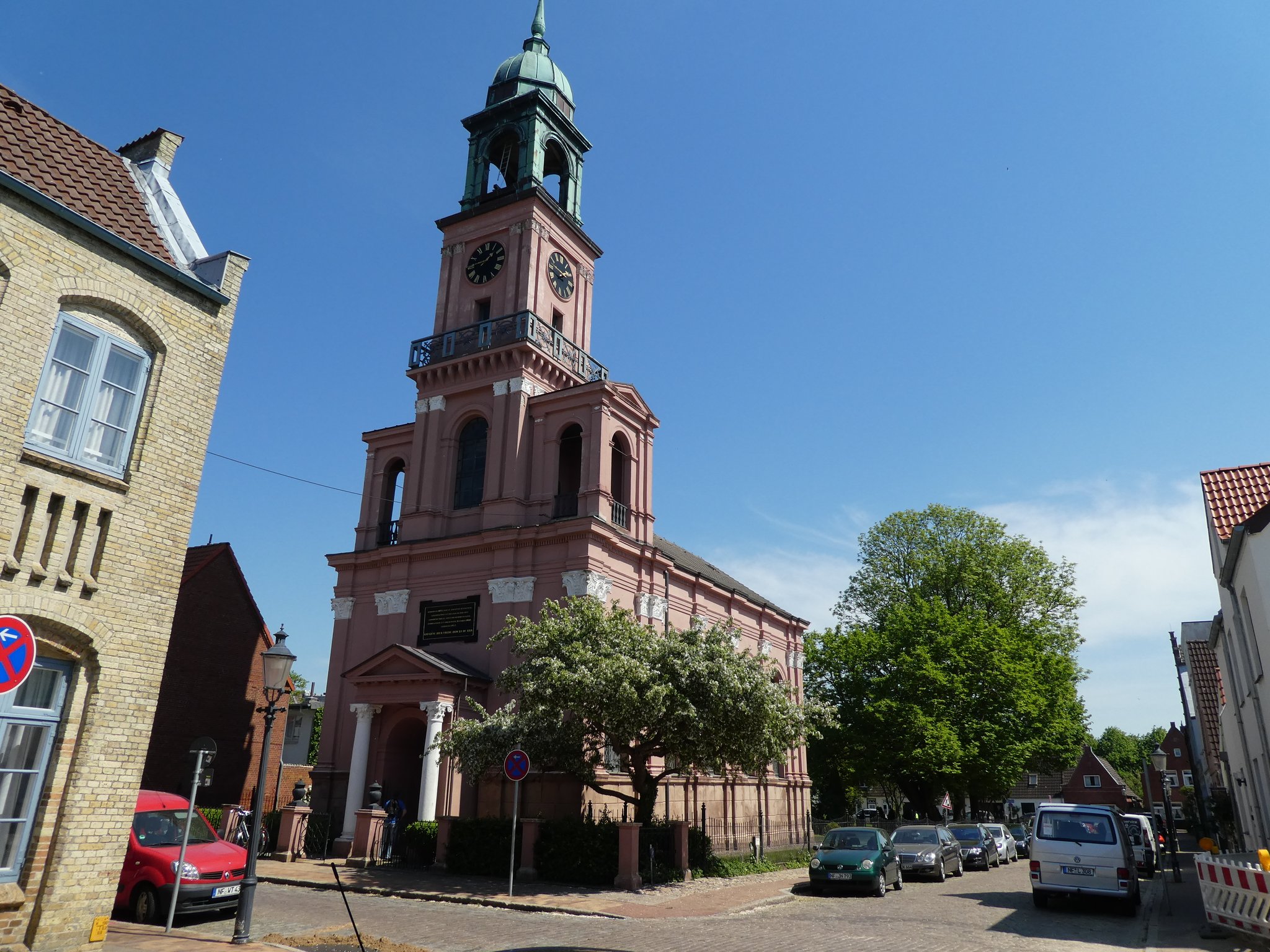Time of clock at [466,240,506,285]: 1:45
